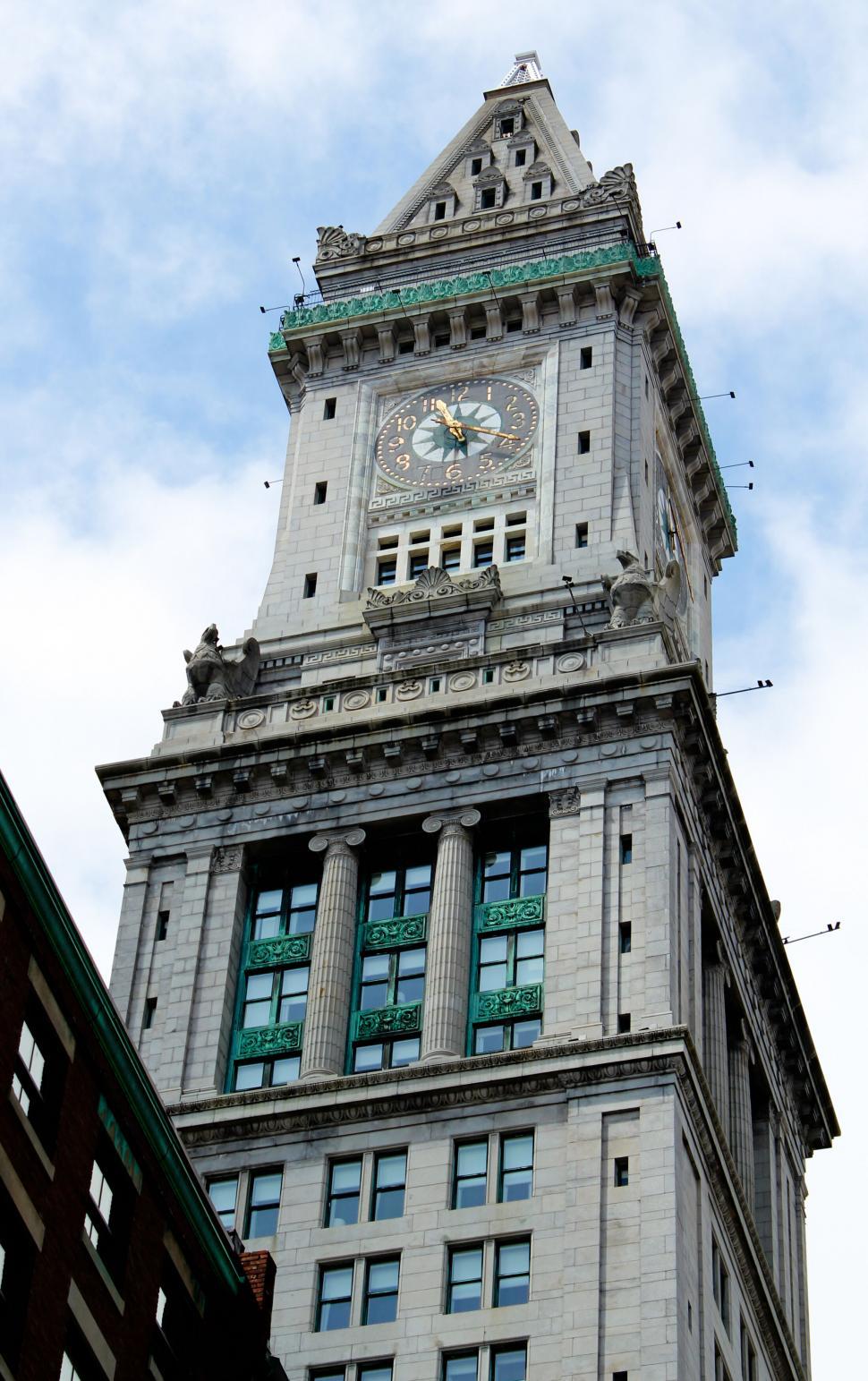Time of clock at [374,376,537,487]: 12:56
